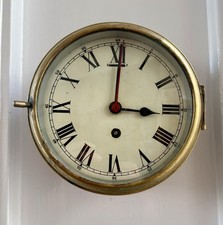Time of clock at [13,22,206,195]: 3:00
